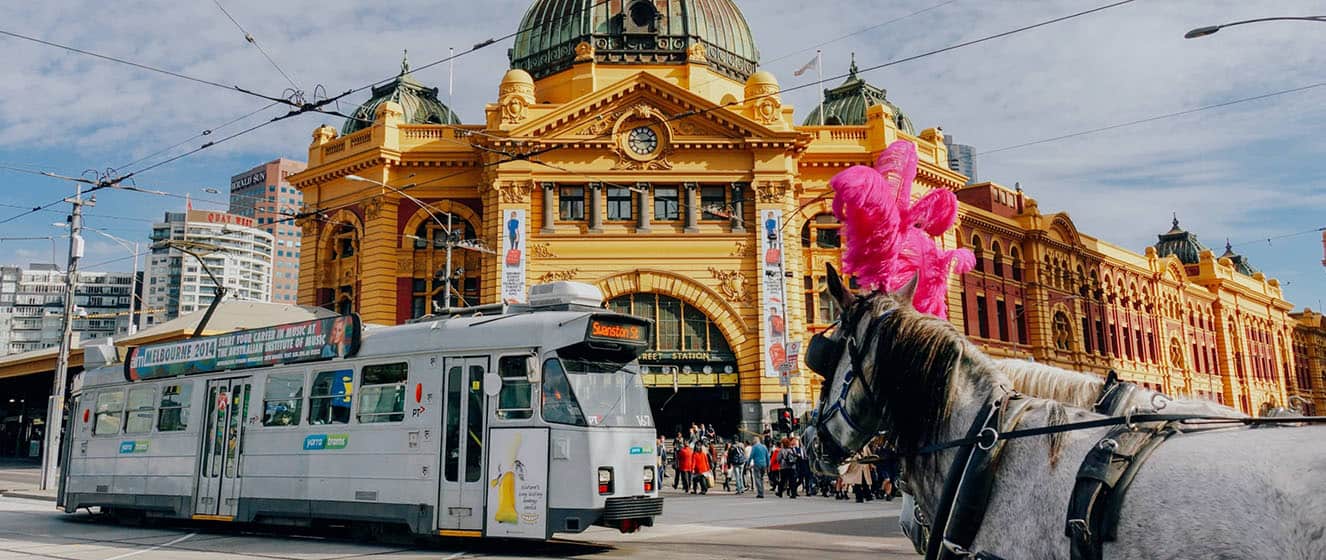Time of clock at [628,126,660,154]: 2:45
